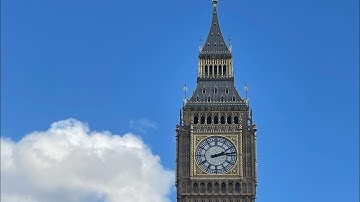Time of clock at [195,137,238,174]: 2:13
